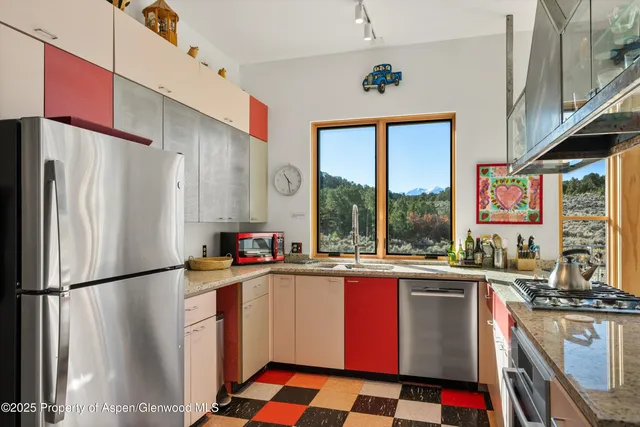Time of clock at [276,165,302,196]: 10:28
